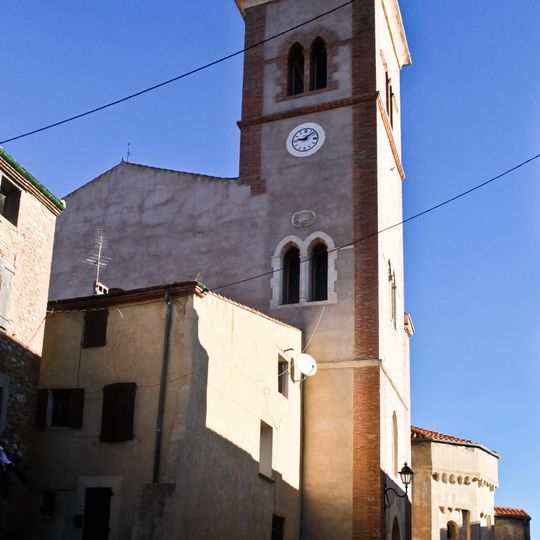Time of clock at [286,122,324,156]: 9:08
